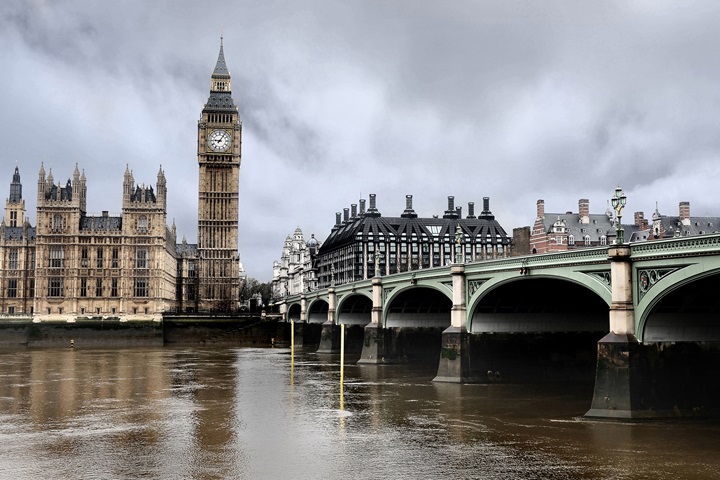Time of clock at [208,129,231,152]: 9:05
